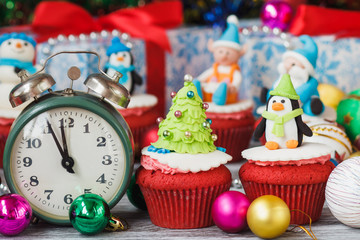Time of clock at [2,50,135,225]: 10:58
